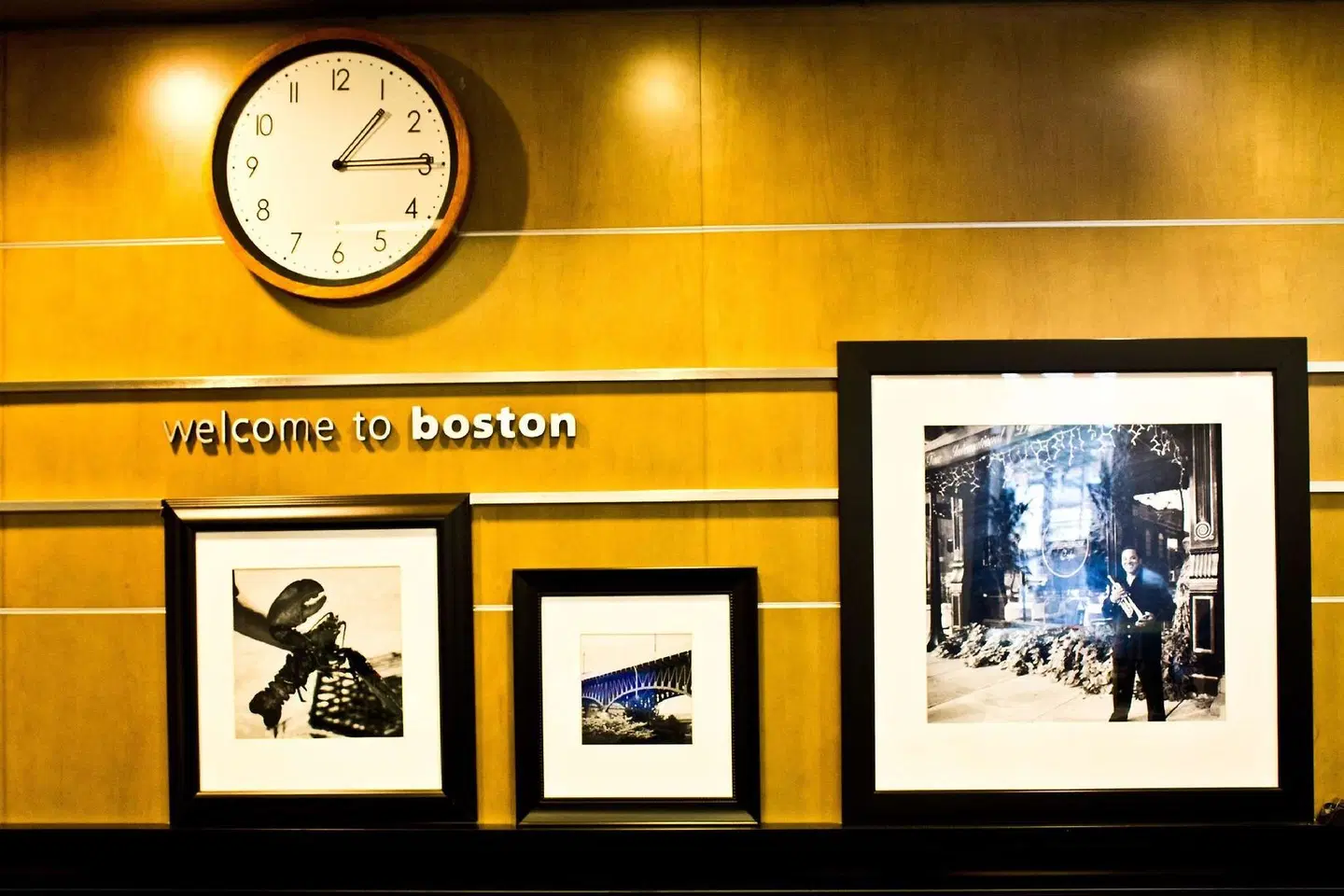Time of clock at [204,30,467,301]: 1:14
